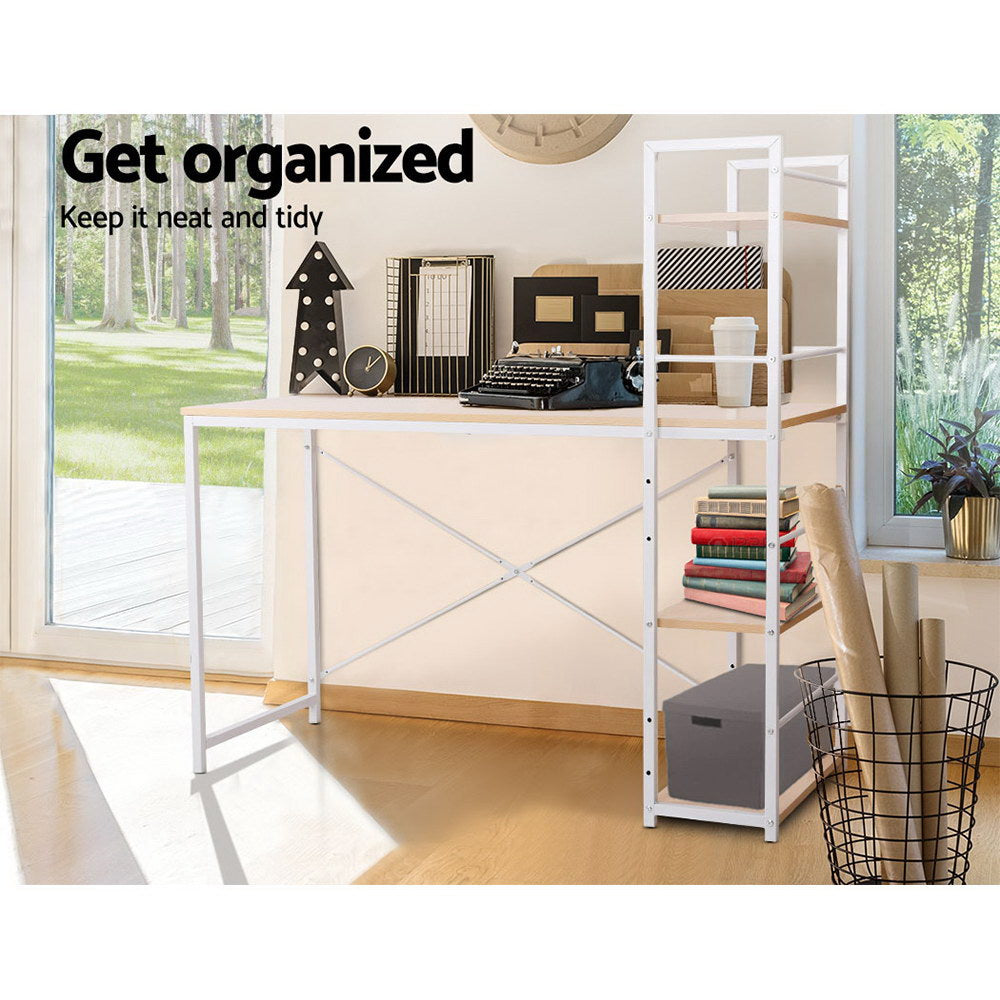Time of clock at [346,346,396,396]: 12:07
